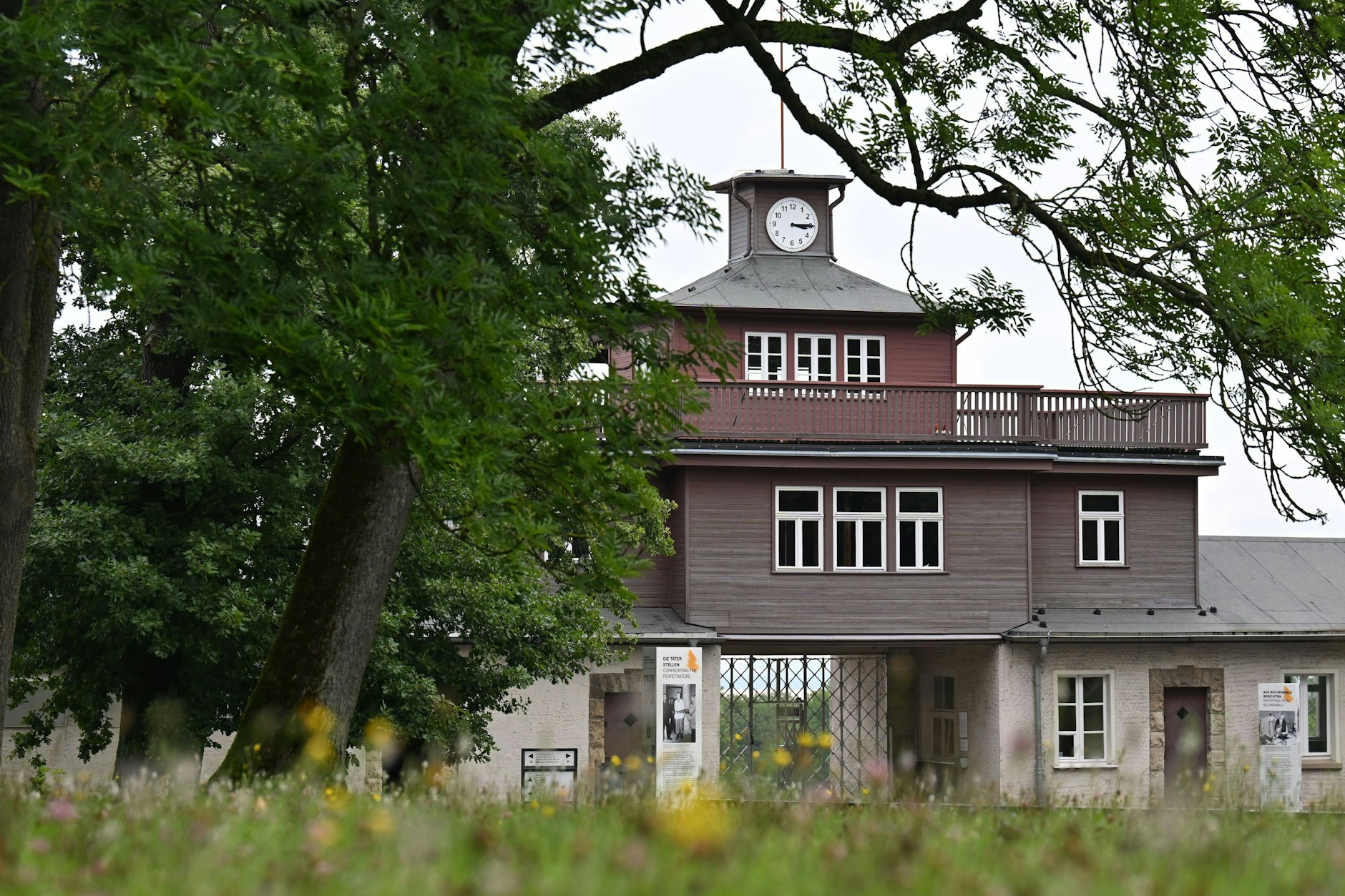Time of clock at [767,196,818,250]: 3:14
